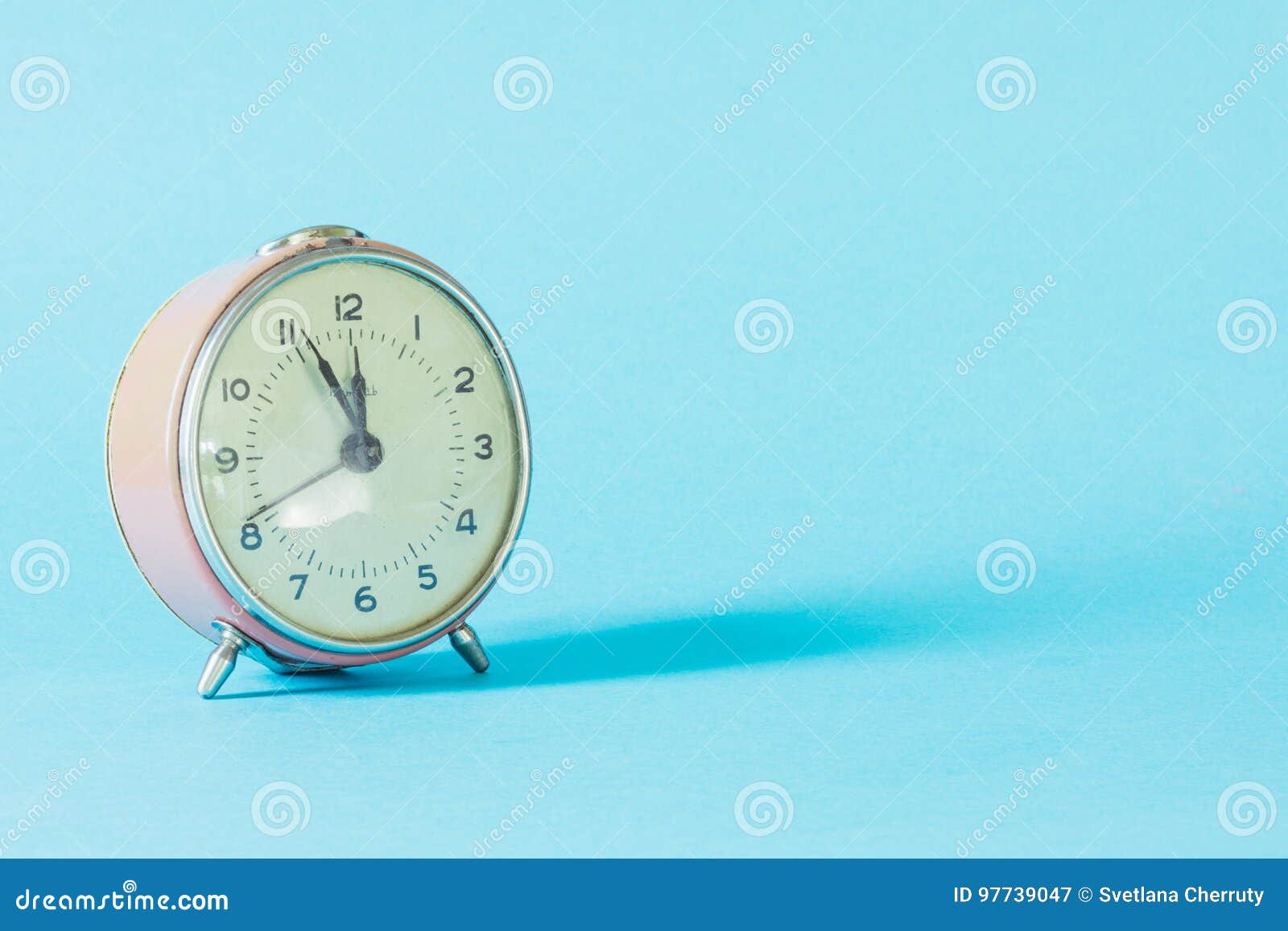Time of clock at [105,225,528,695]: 11:55
